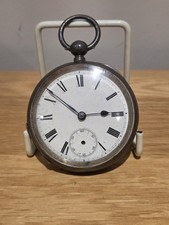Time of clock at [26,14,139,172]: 2:51
